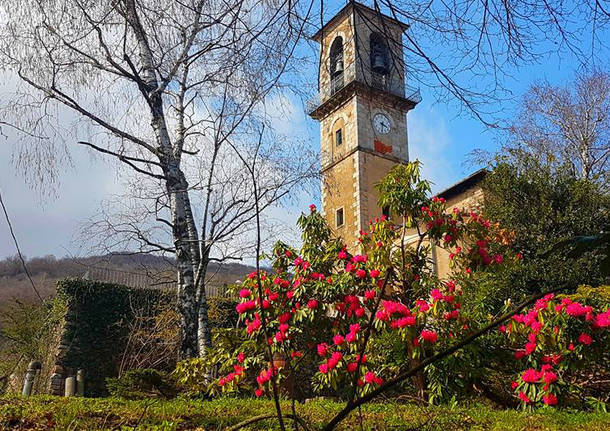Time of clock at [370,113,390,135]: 3:31
